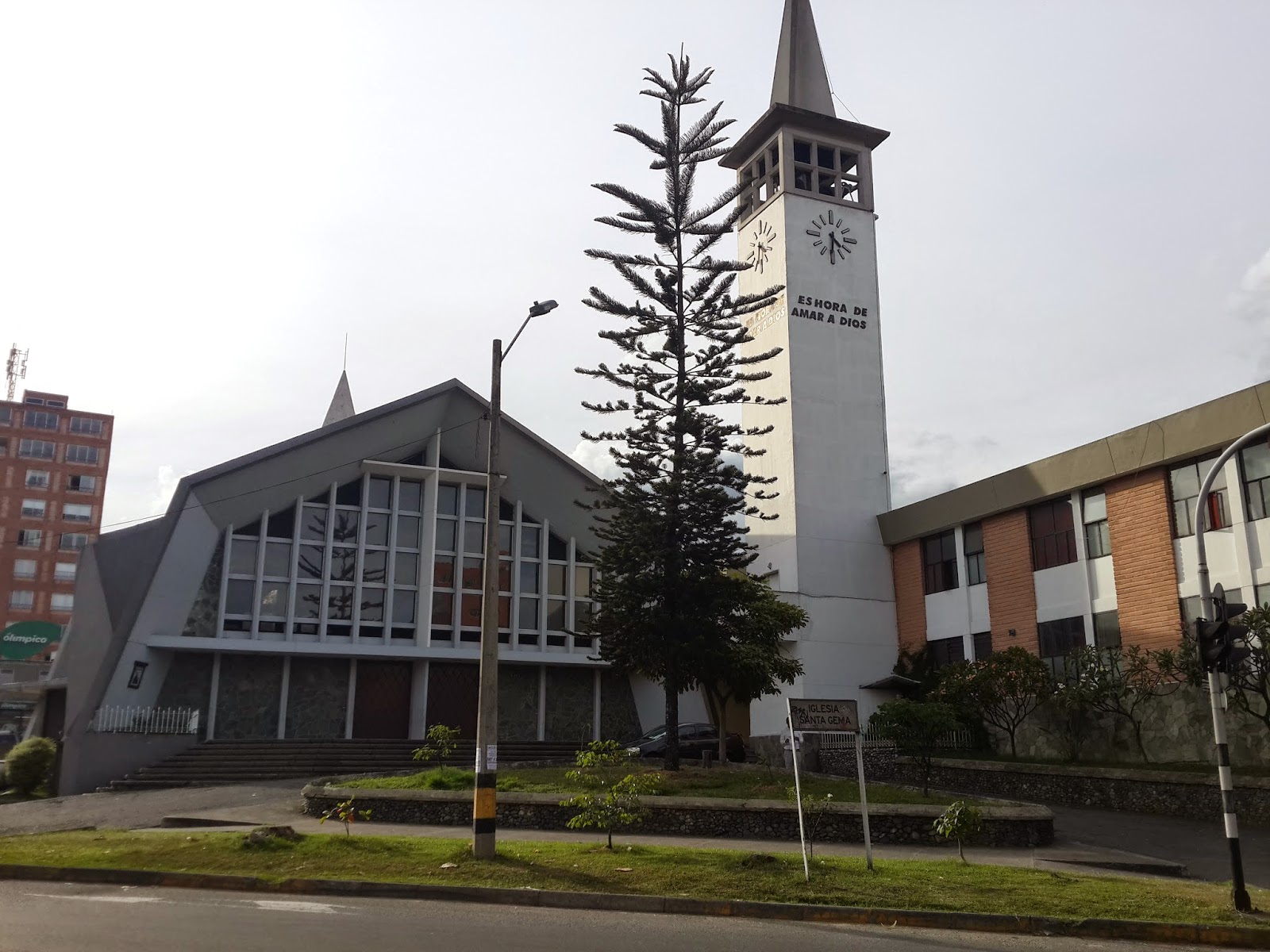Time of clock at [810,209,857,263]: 4:30
